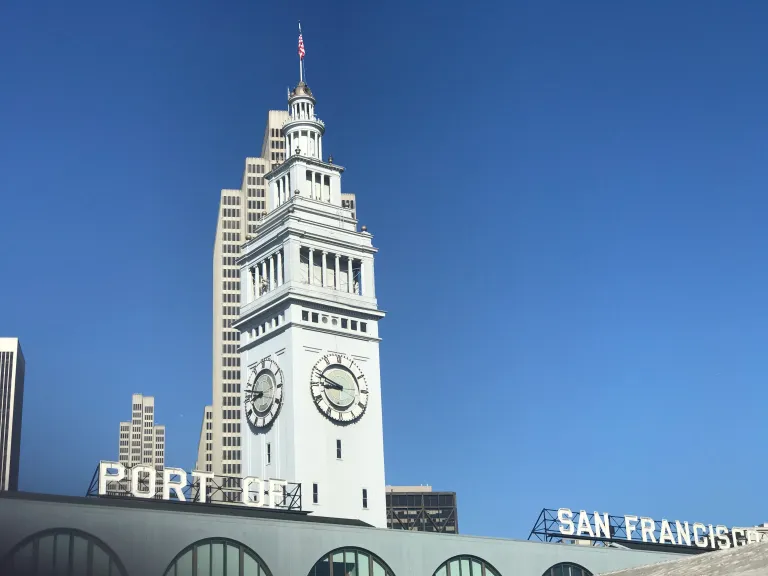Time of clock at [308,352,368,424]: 8:48
